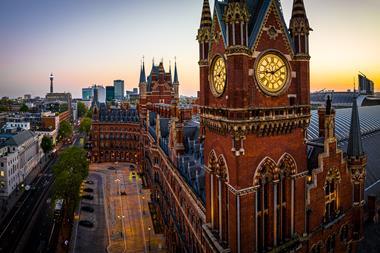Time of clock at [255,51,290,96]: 9:10
